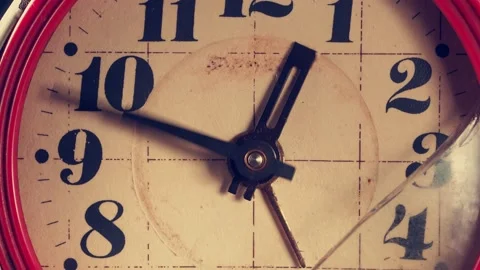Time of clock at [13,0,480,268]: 12:48
